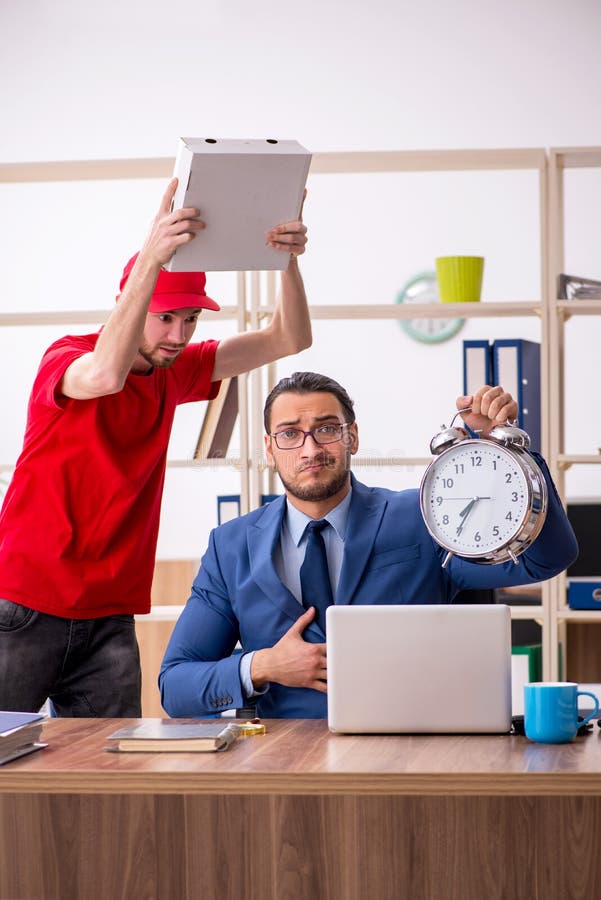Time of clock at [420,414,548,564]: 7:35
